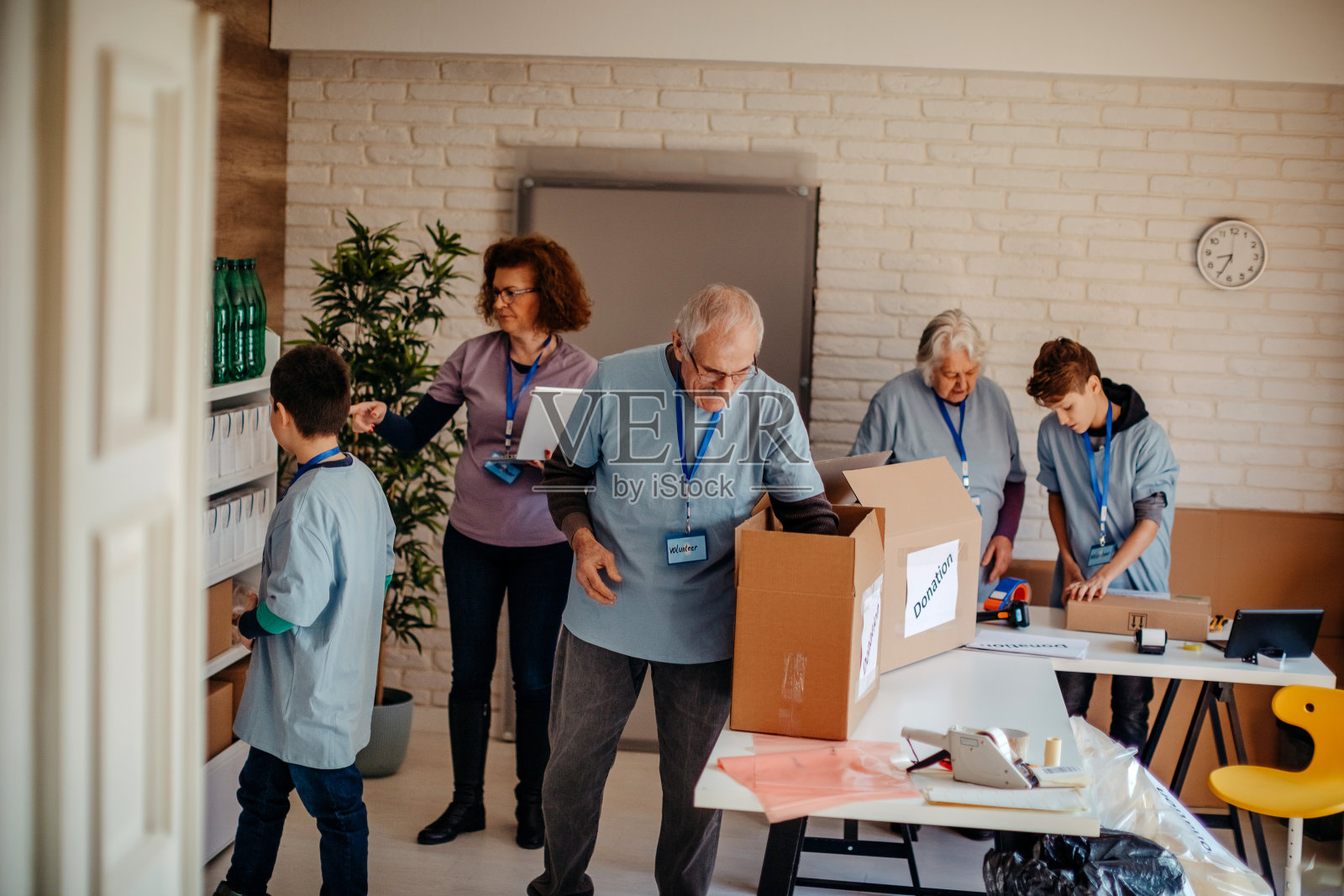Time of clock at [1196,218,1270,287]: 8:34
